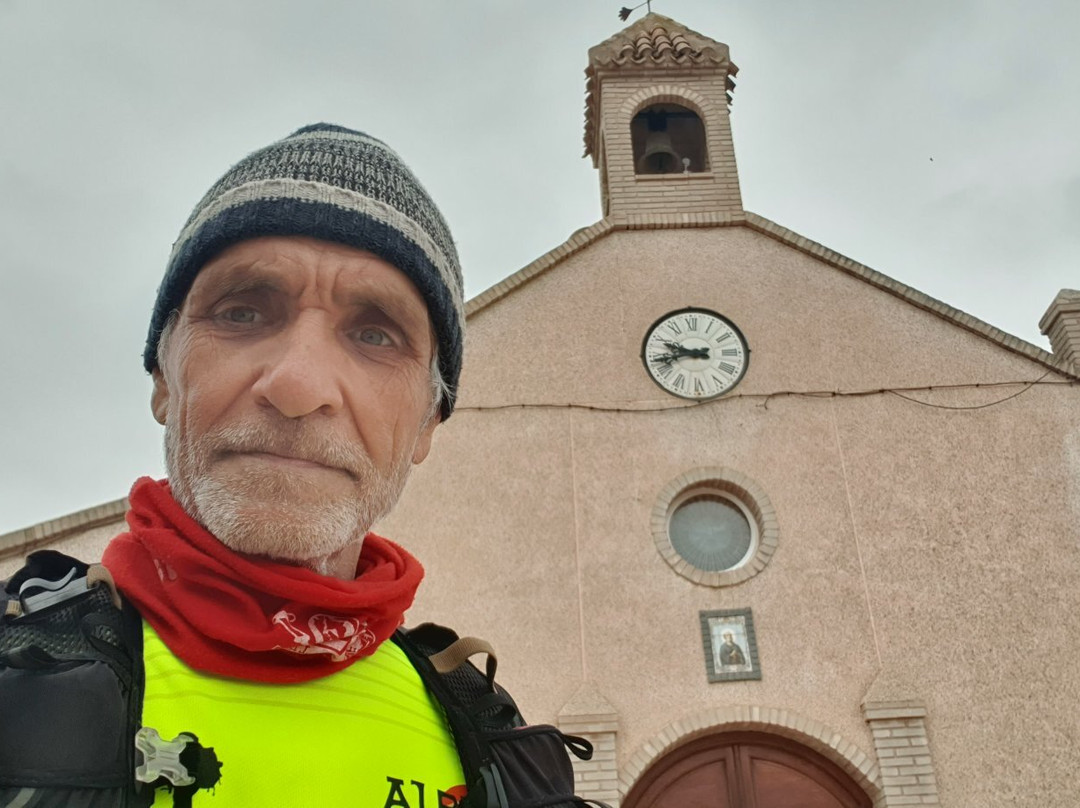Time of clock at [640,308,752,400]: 9:42
